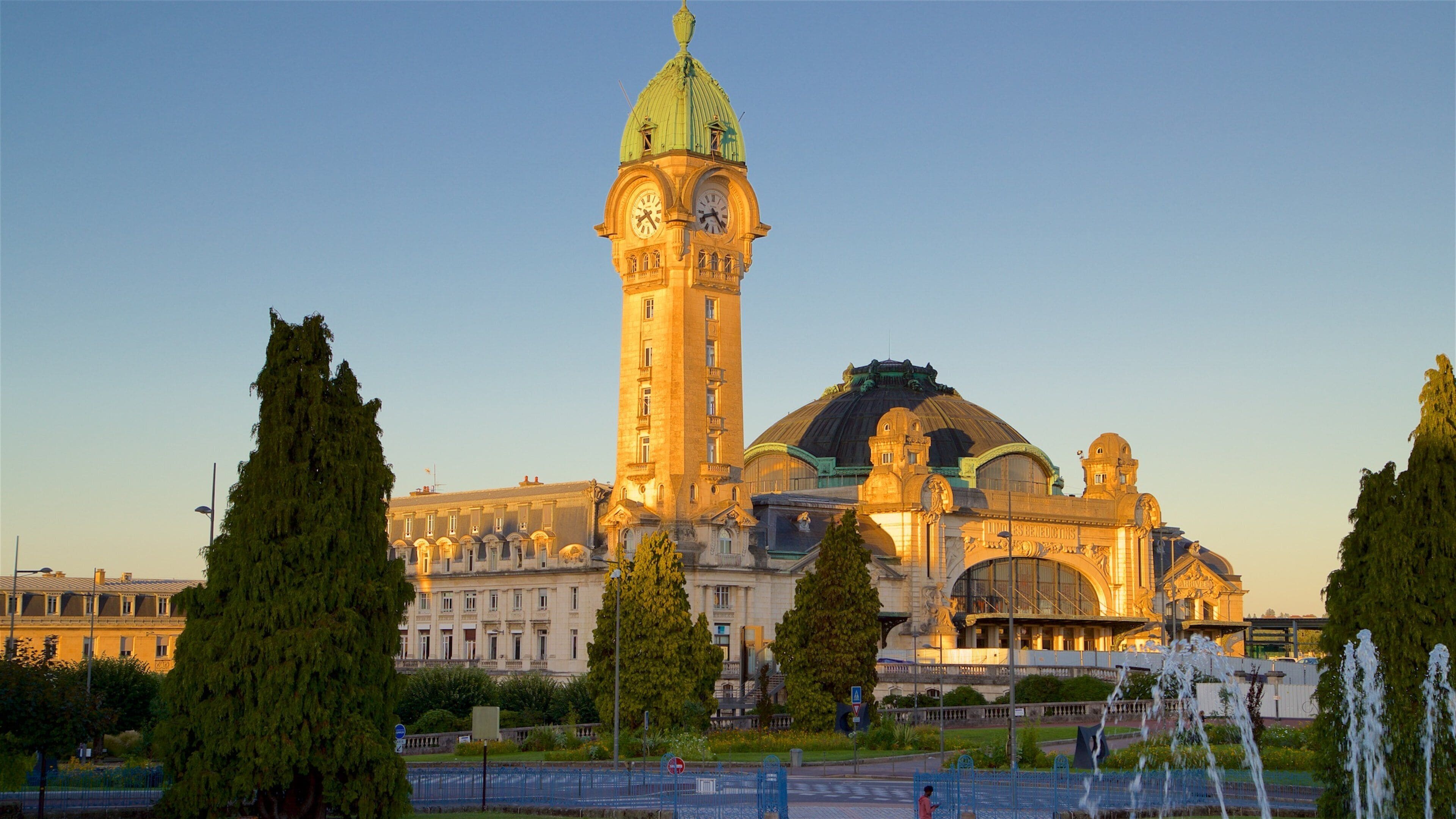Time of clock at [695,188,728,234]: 8:23
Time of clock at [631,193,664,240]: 8:23
